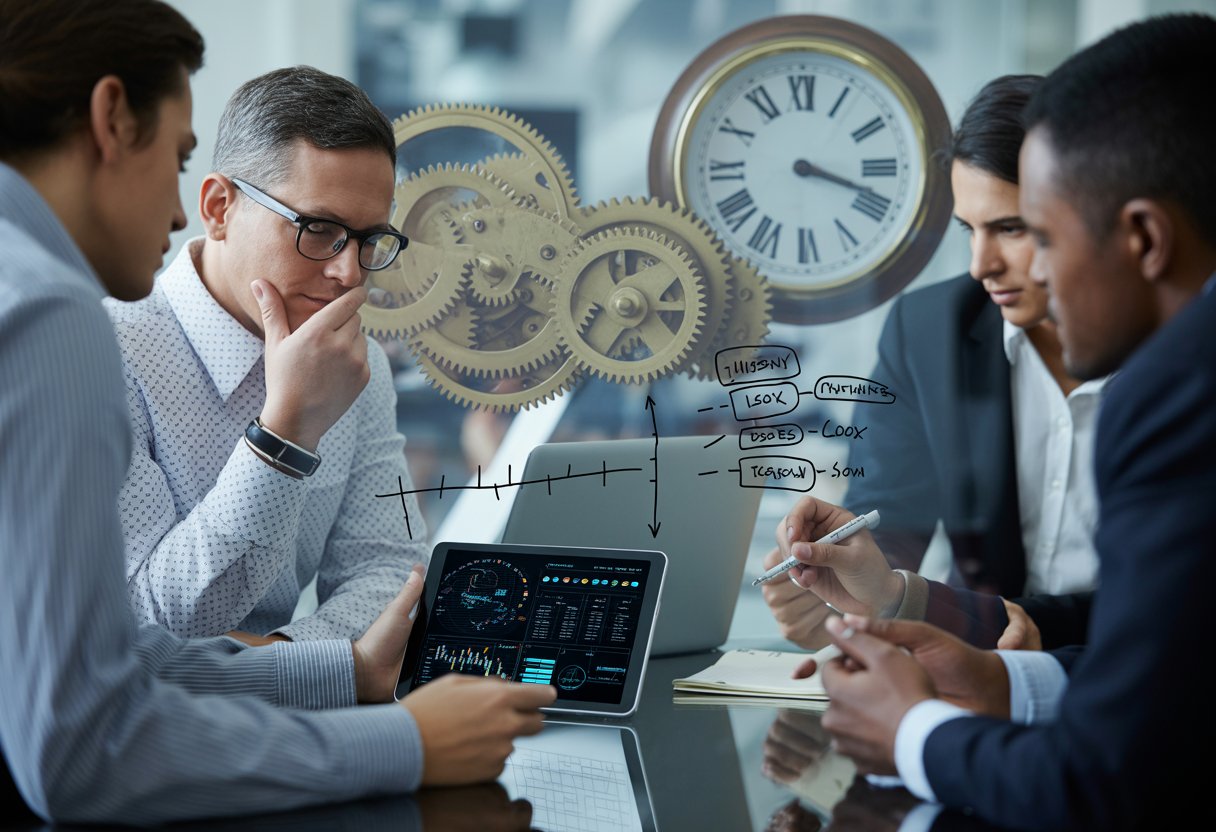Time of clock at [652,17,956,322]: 3:18
